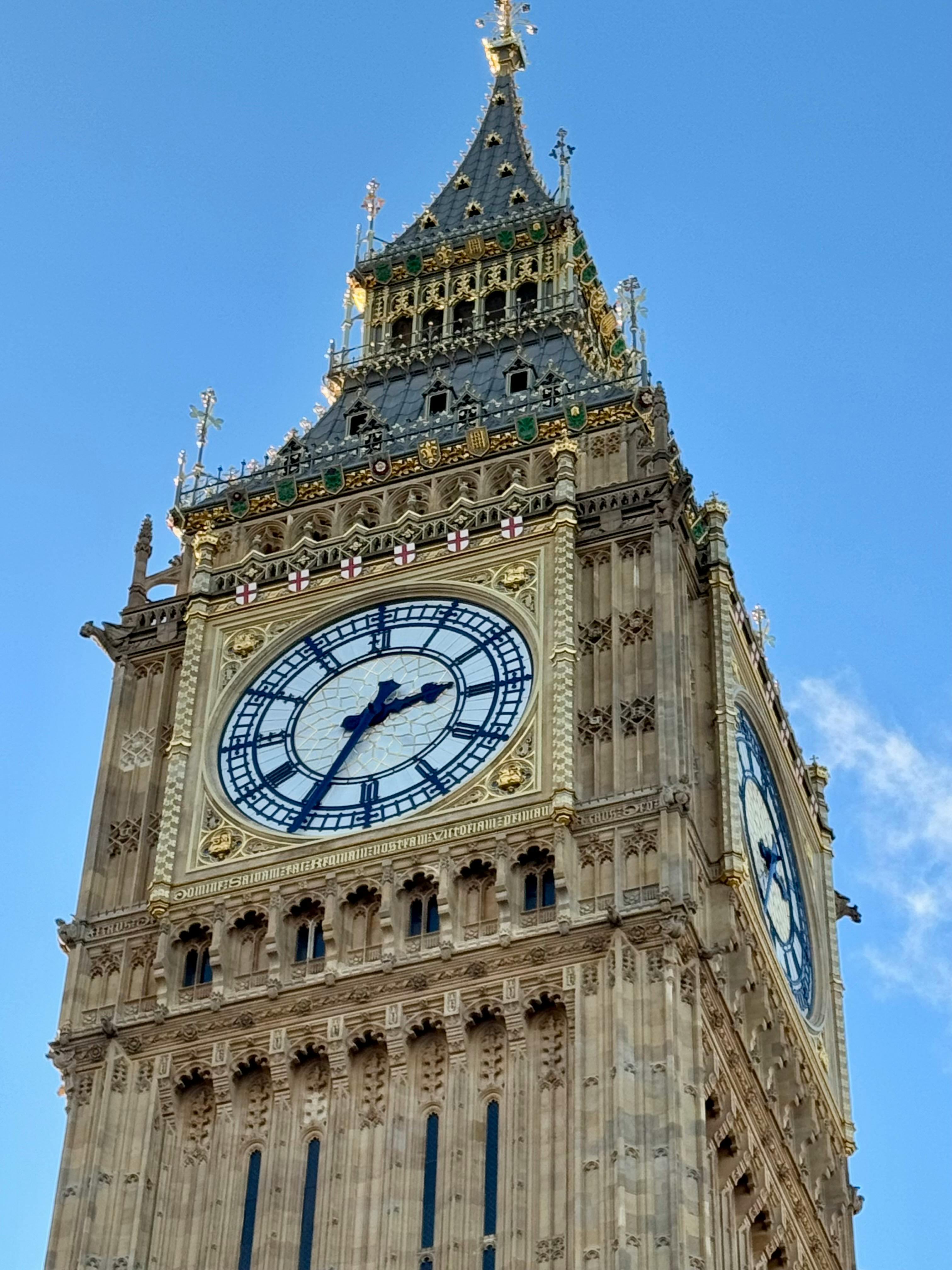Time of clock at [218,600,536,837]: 2:34
